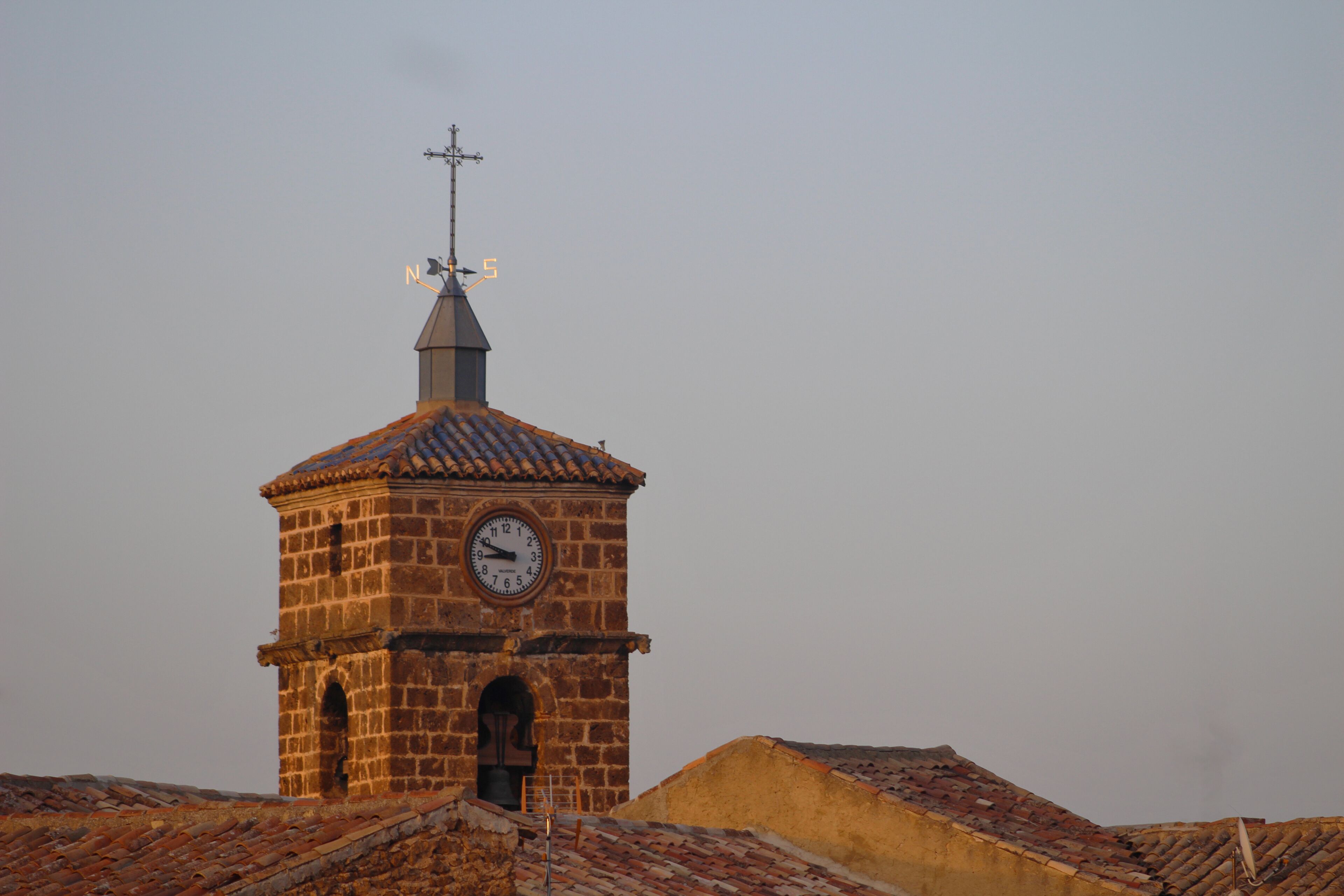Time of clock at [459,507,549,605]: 8:48
